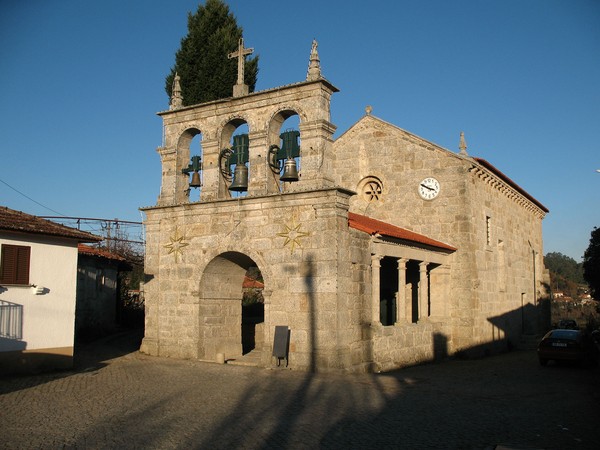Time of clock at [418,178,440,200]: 3:49
